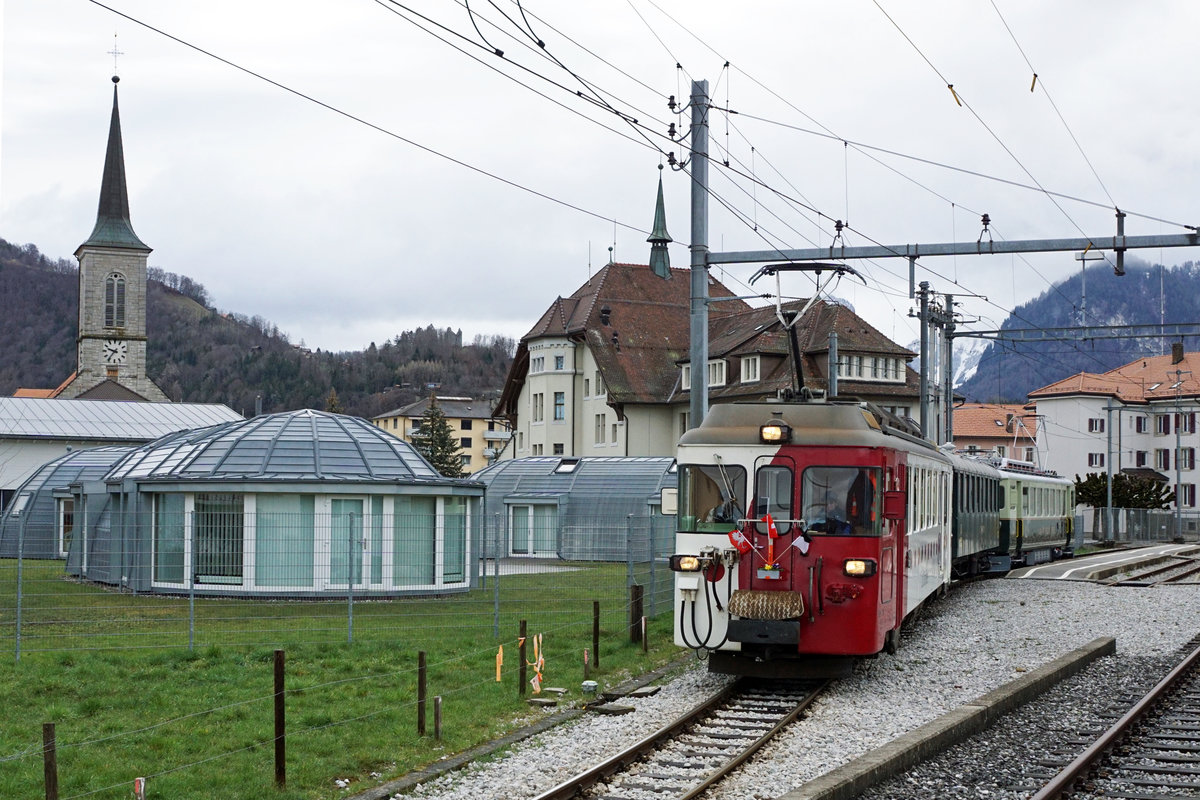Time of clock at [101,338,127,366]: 9:36
